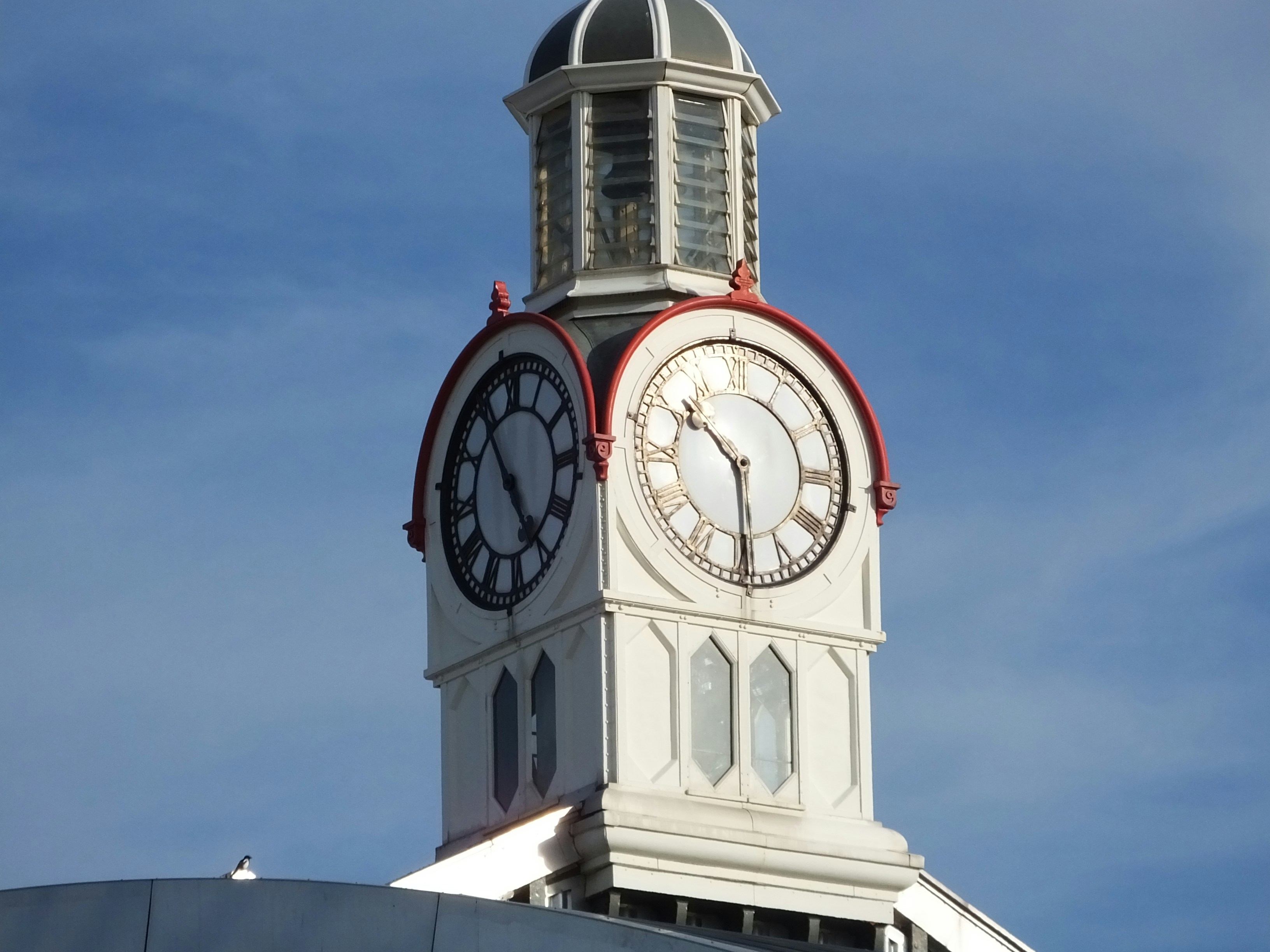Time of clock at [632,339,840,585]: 10:29
